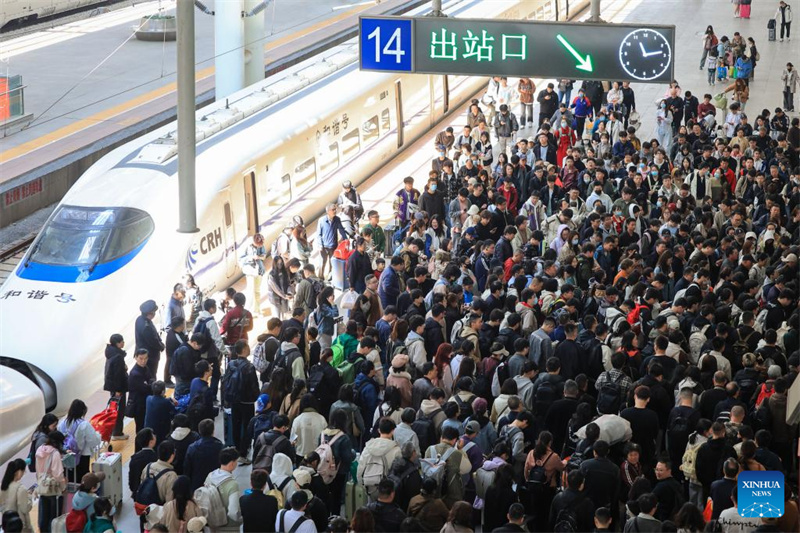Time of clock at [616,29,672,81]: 11:13
